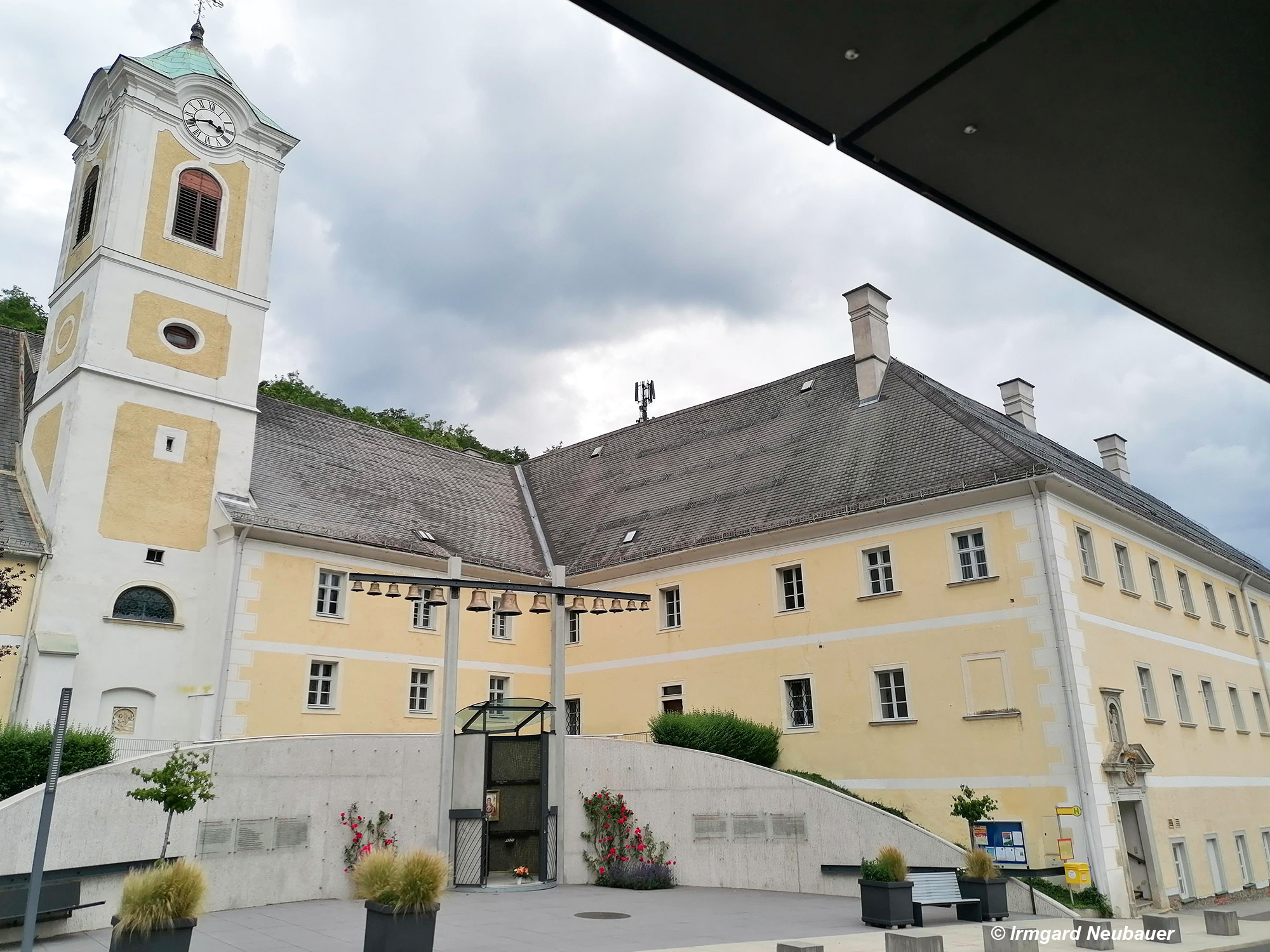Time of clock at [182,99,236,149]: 3:41
